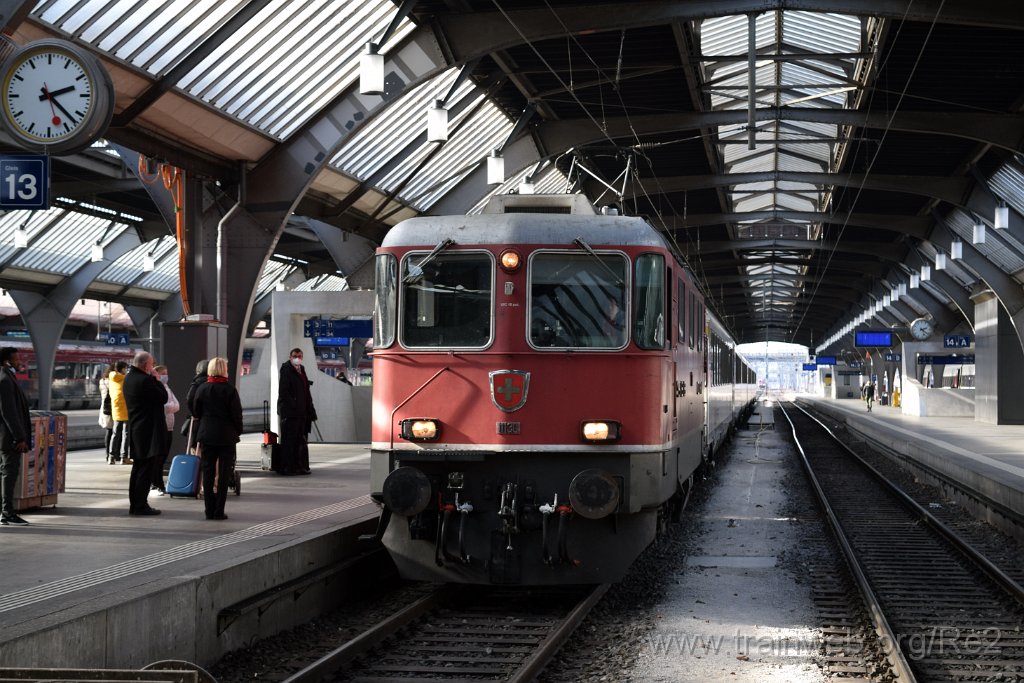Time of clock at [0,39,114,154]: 2:22
